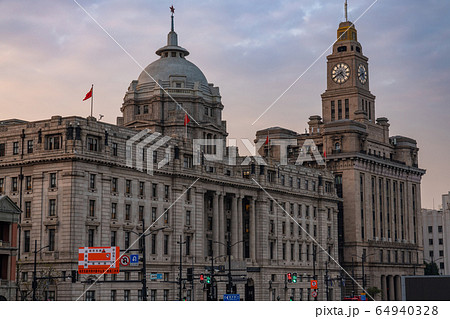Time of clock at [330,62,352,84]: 4:40
